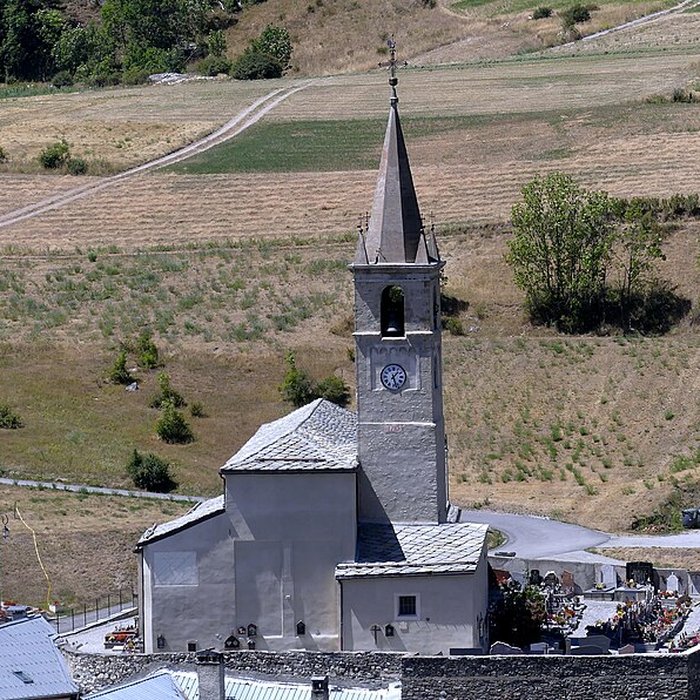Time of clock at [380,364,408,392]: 1:26
